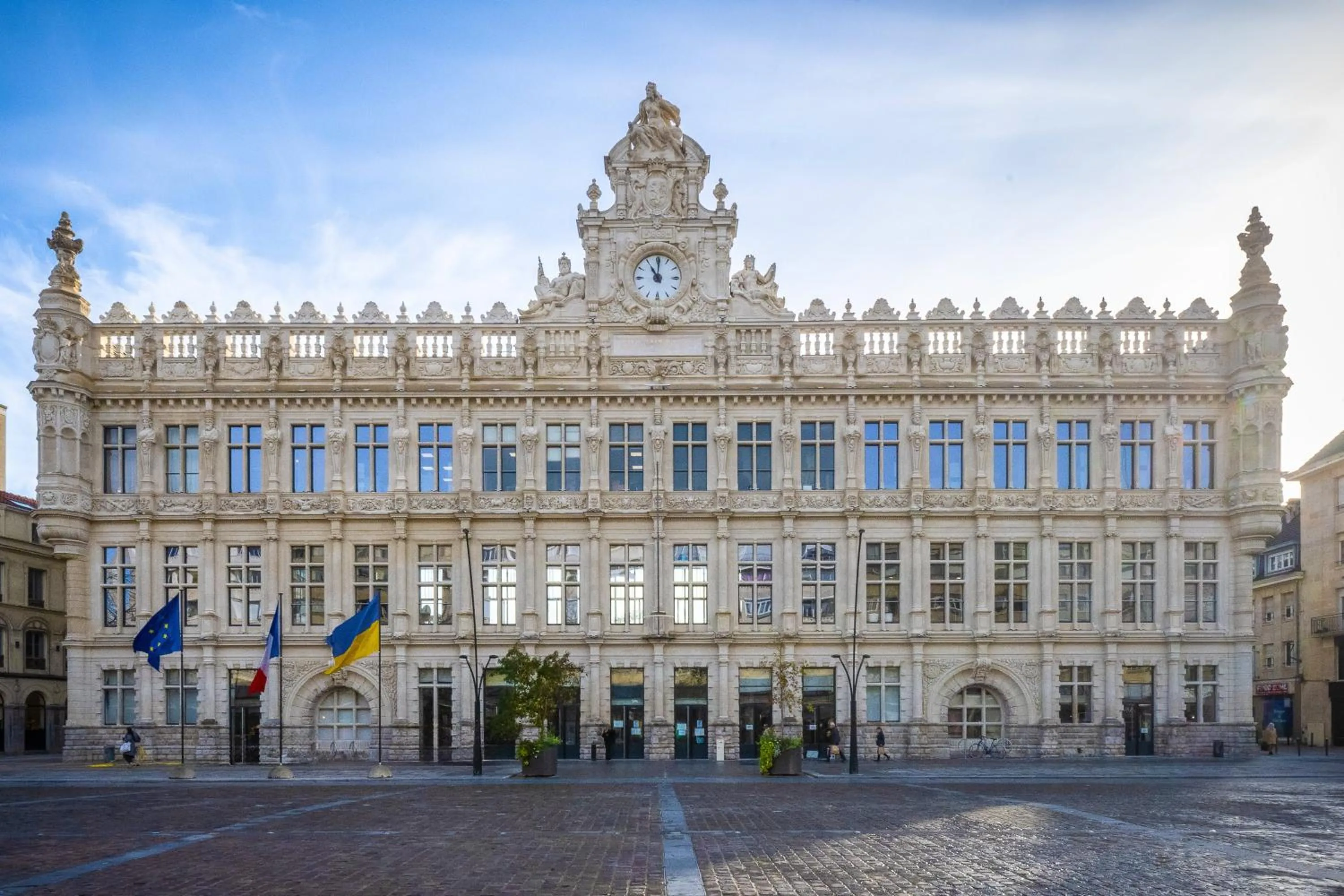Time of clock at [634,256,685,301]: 11:00
